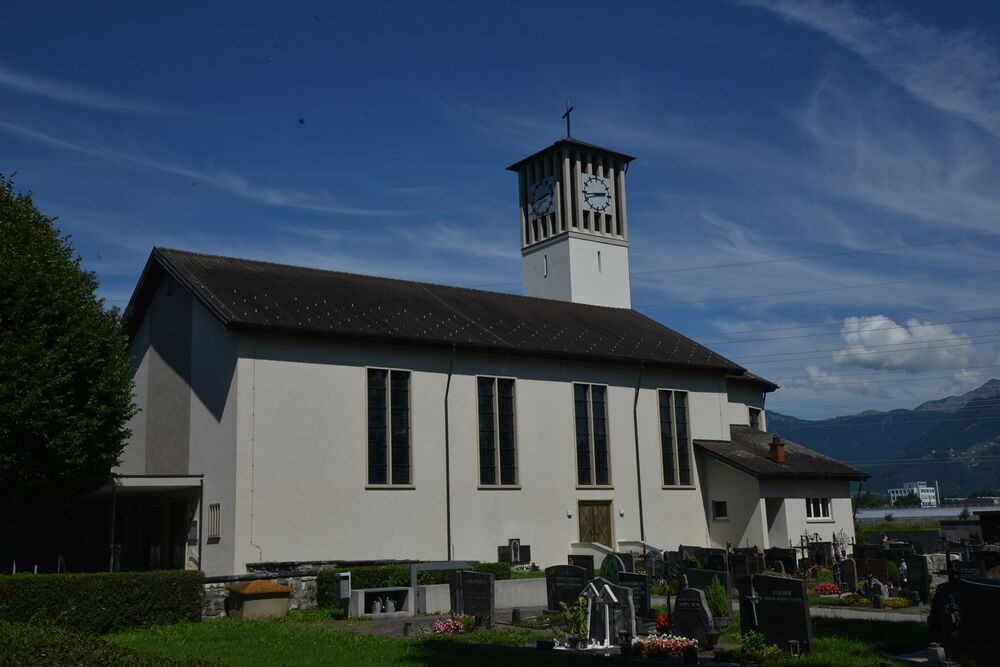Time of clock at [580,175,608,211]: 2:43
